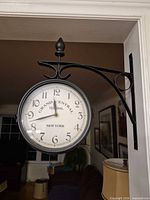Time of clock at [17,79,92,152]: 11:42
